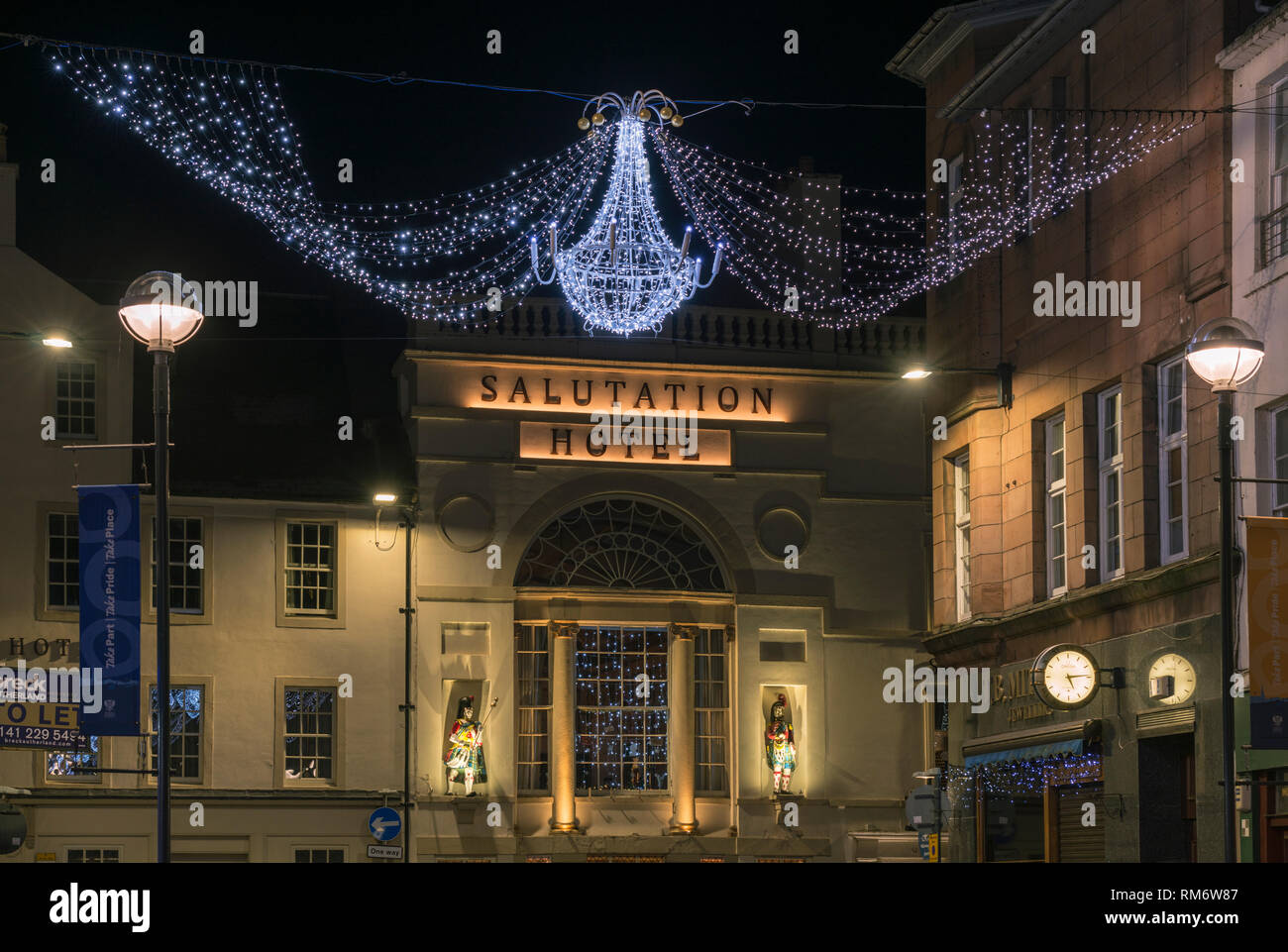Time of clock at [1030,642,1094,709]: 5:14
